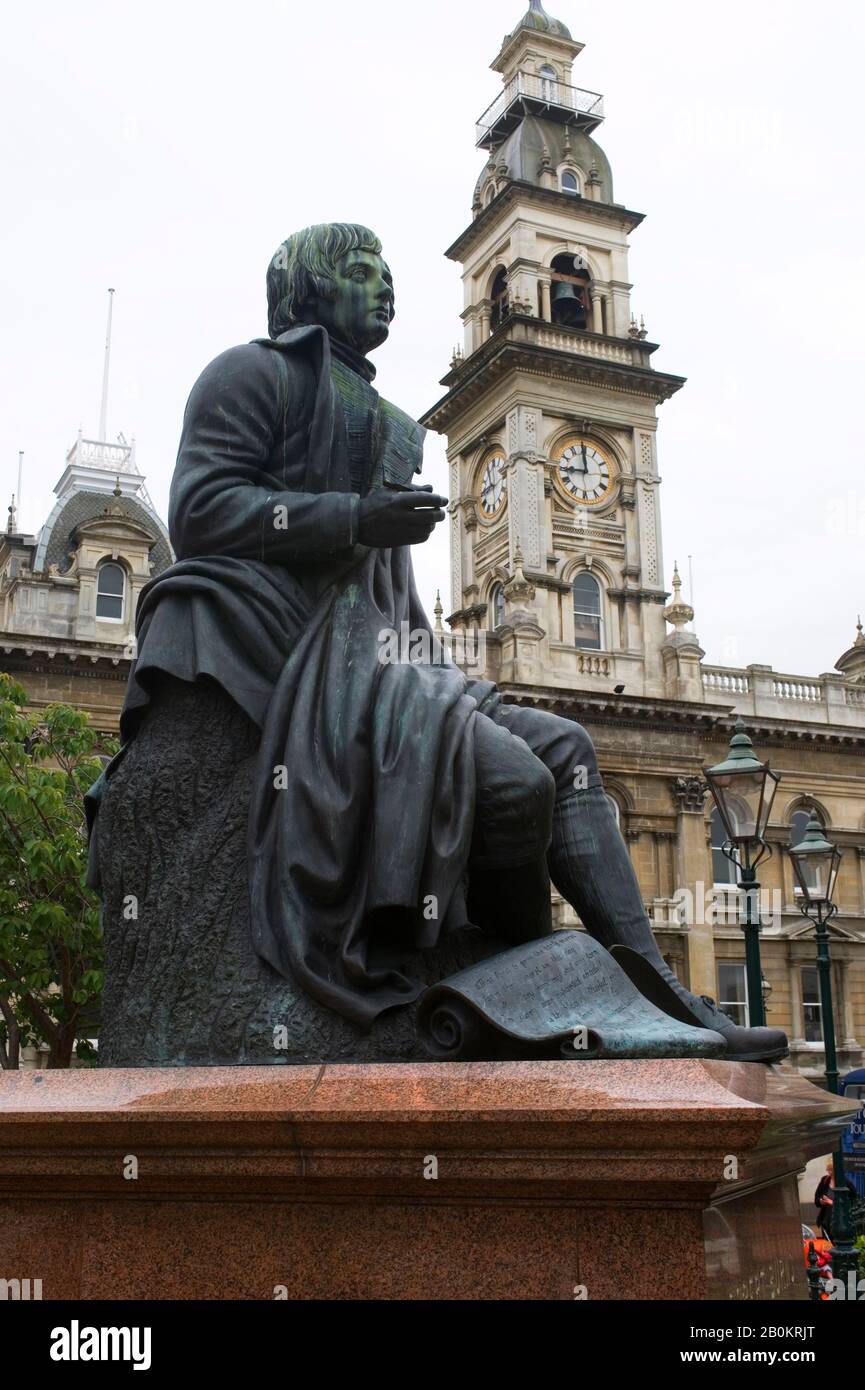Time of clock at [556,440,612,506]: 8:59
